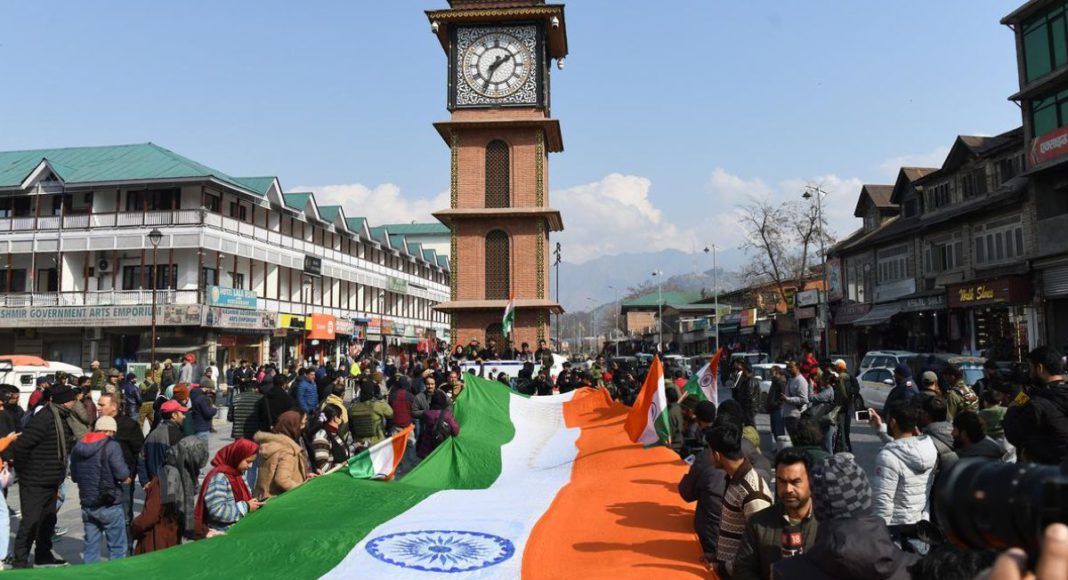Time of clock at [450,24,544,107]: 1:34
